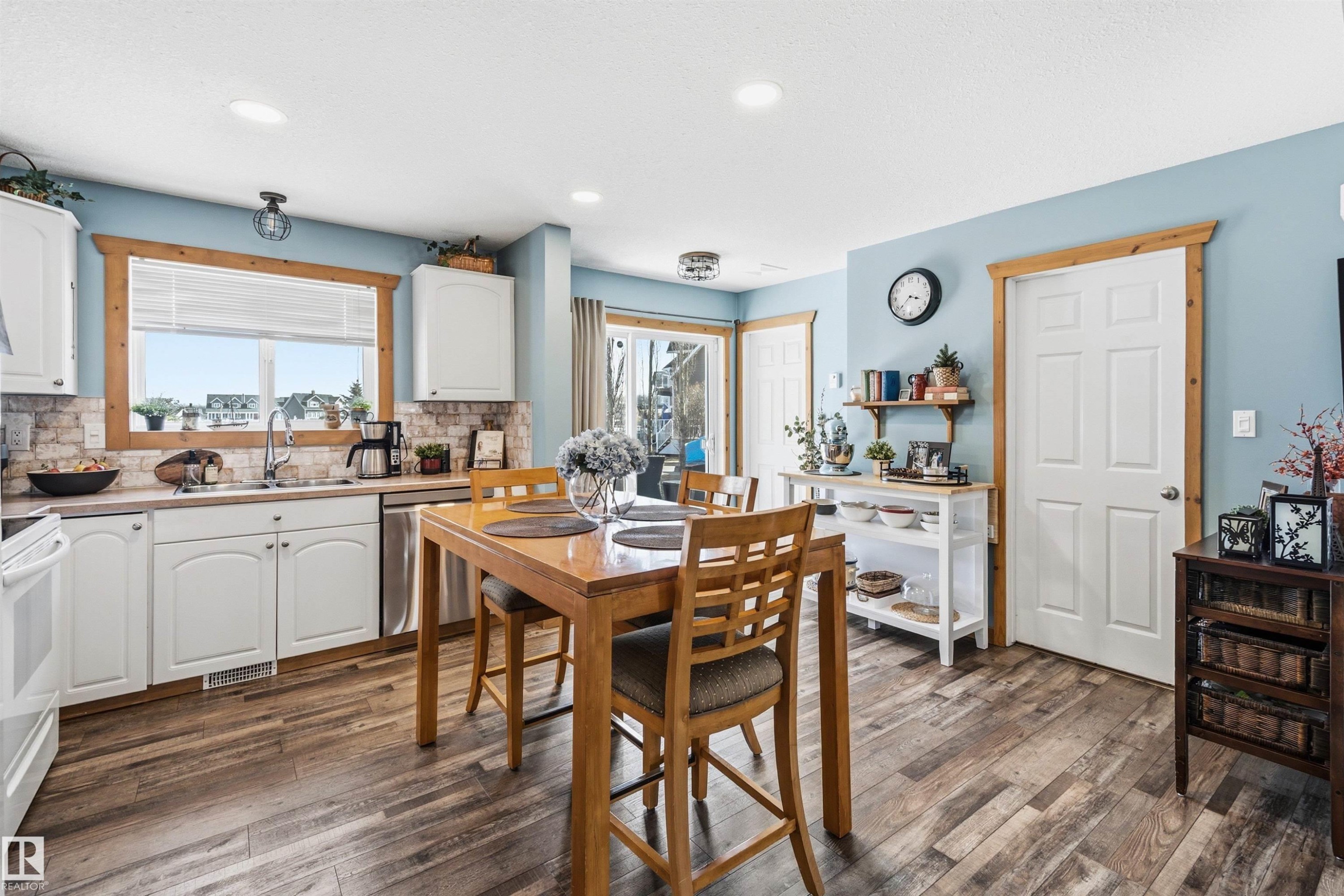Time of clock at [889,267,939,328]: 3:38
